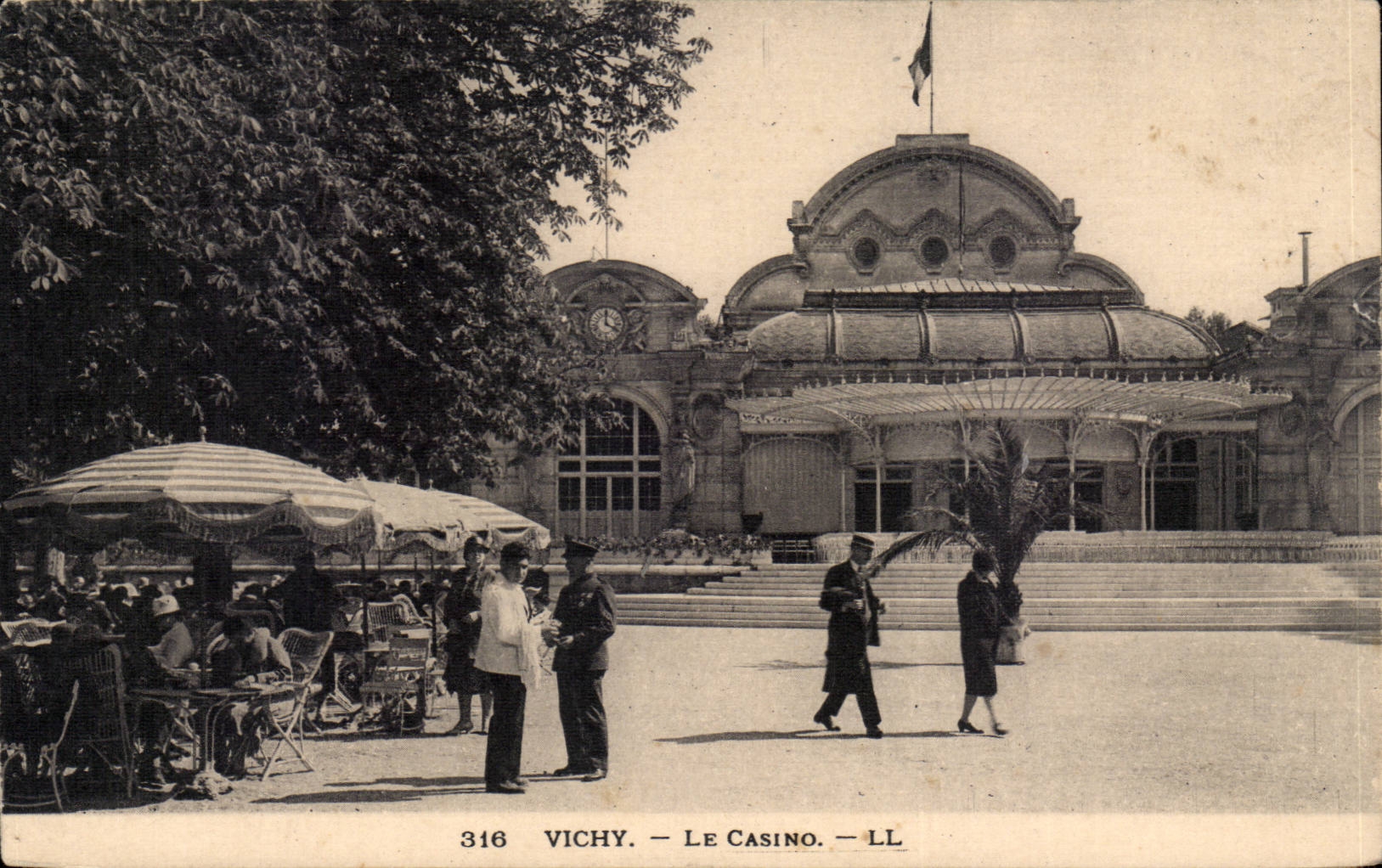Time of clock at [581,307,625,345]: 4:00
